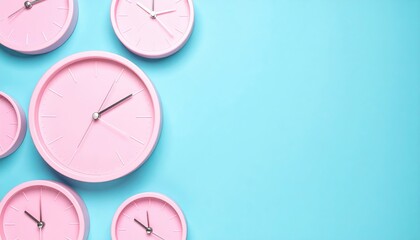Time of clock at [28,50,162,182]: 2:09
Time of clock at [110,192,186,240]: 11:50
